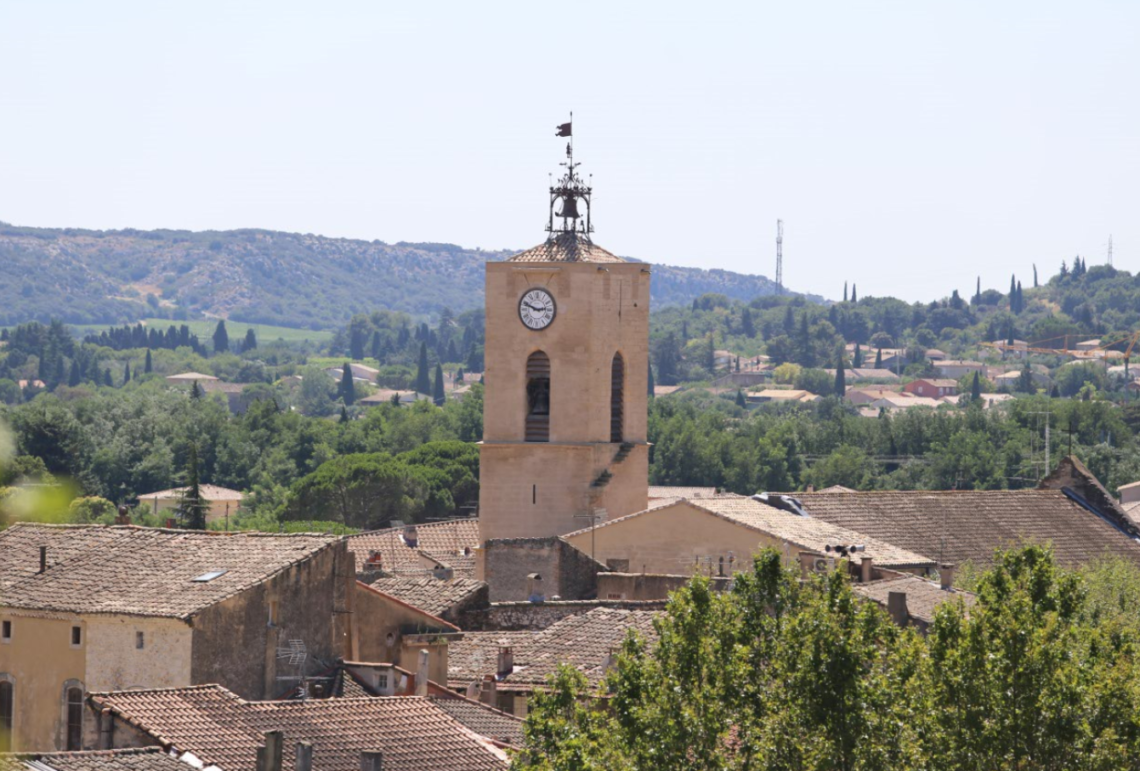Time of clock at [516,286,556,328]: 2:48
